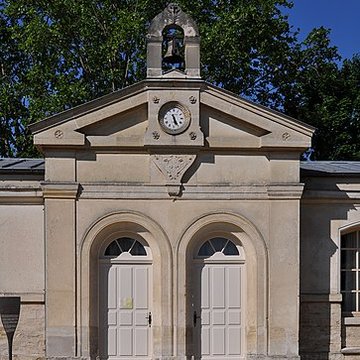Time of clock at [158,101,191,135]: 5:26
